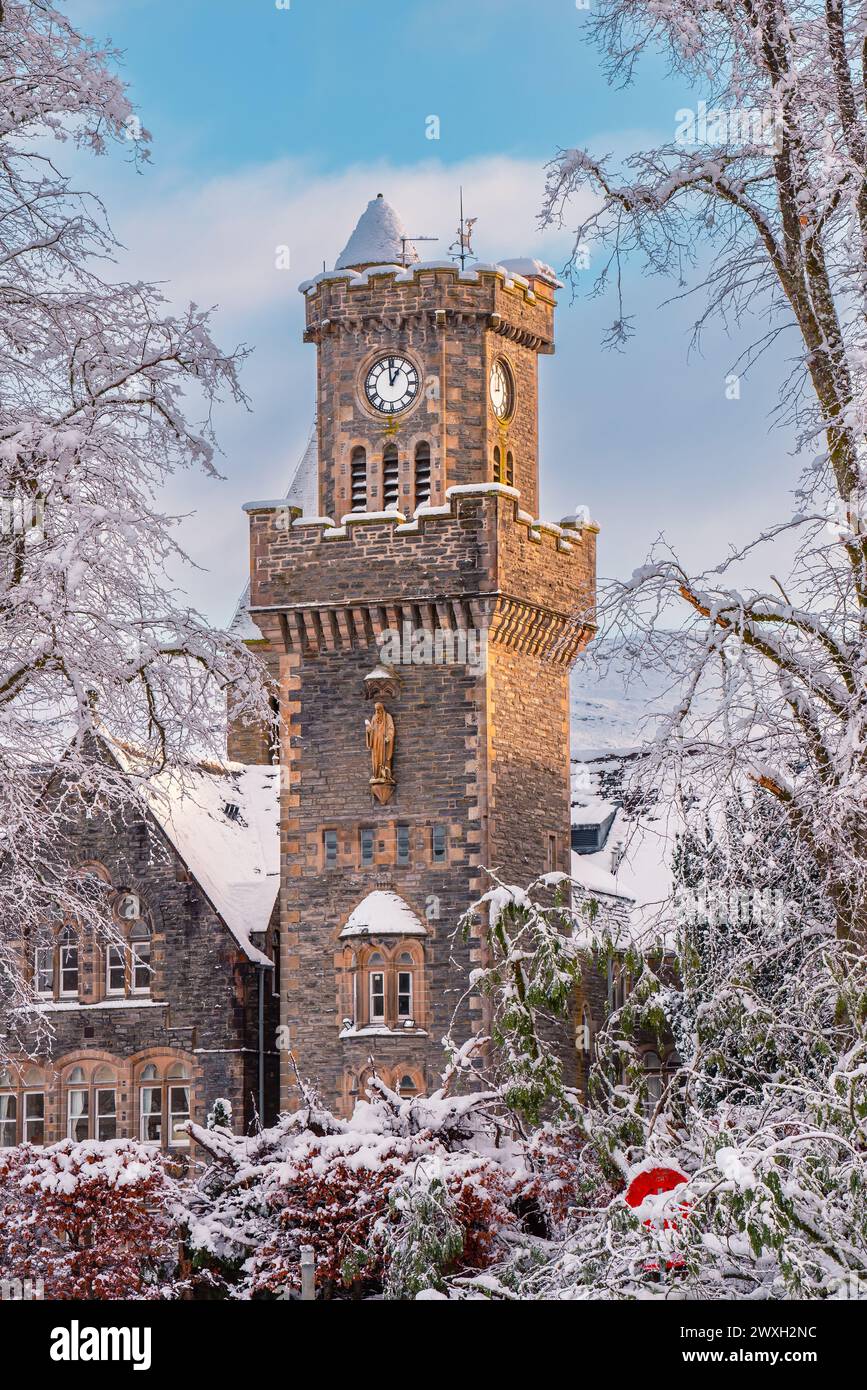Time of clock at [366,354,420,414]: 12:58
